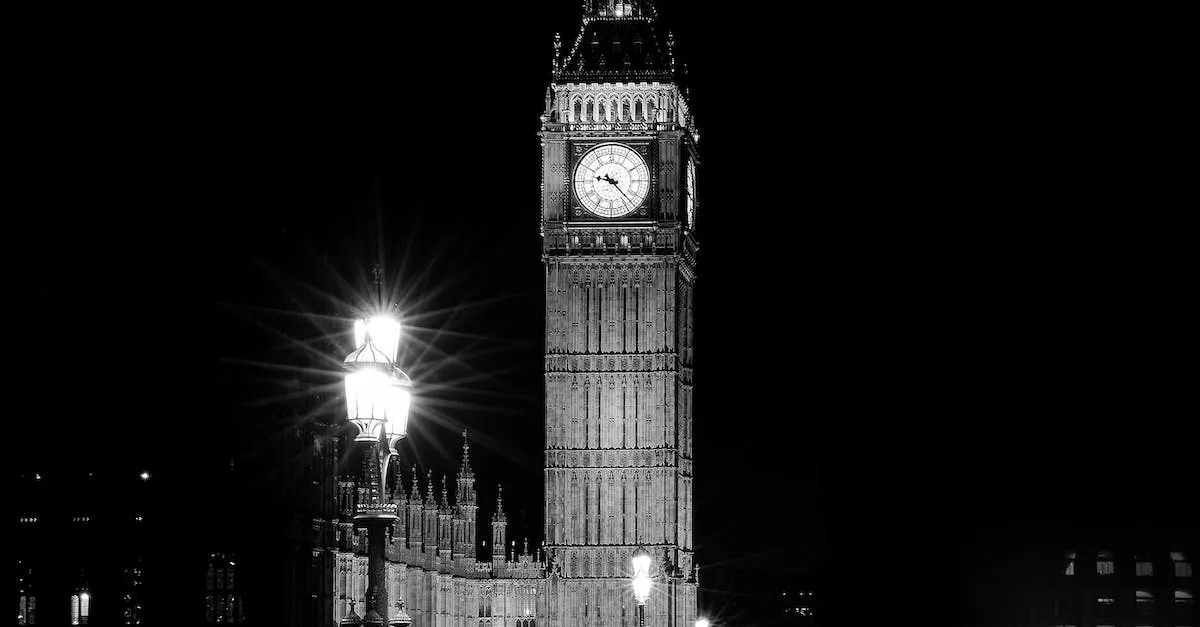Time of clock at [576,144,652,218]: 9:22
